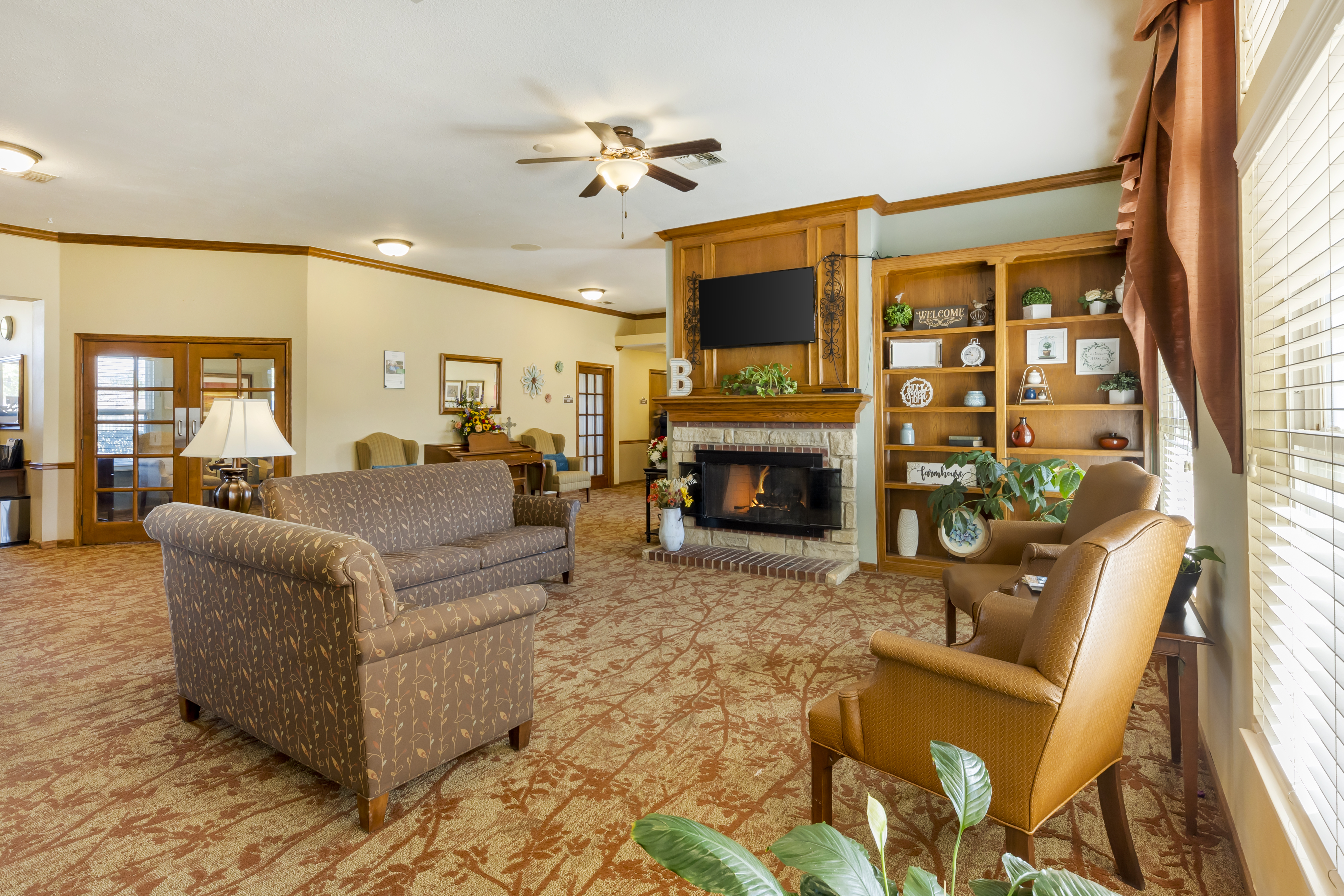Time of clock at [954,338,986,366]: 10:46
